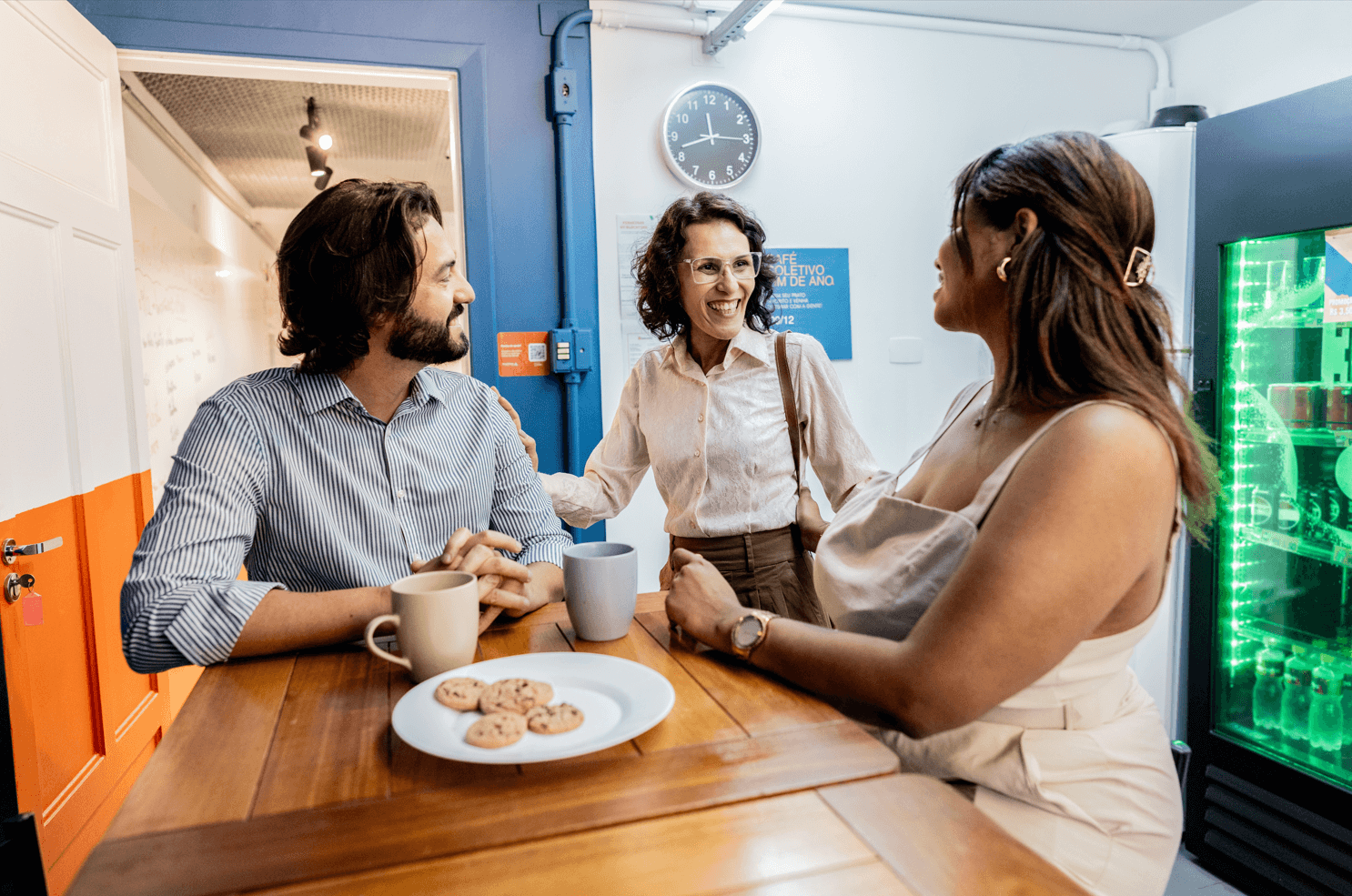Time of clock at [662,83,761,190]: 11:42
